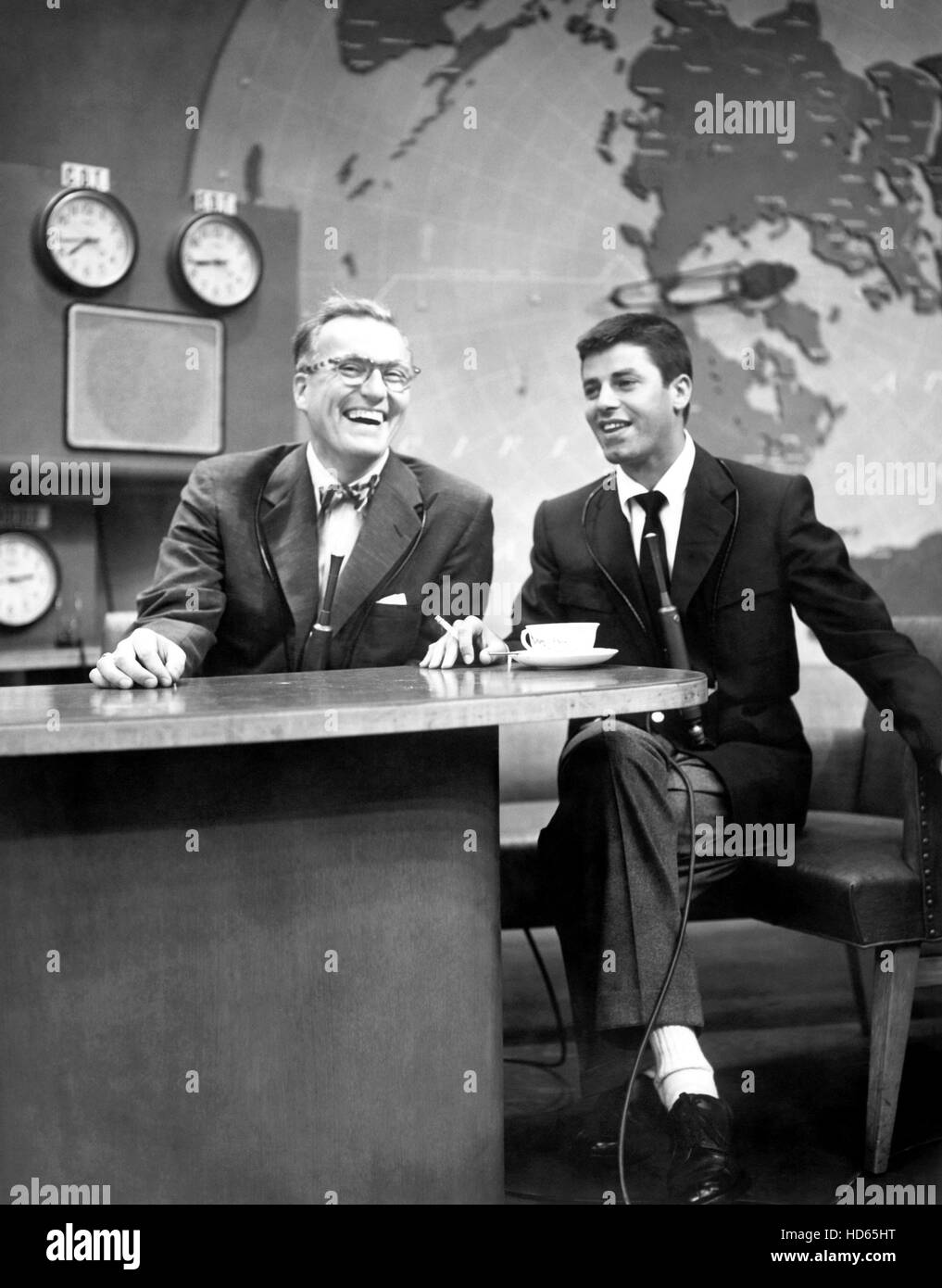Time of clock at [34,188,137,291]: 7:43
